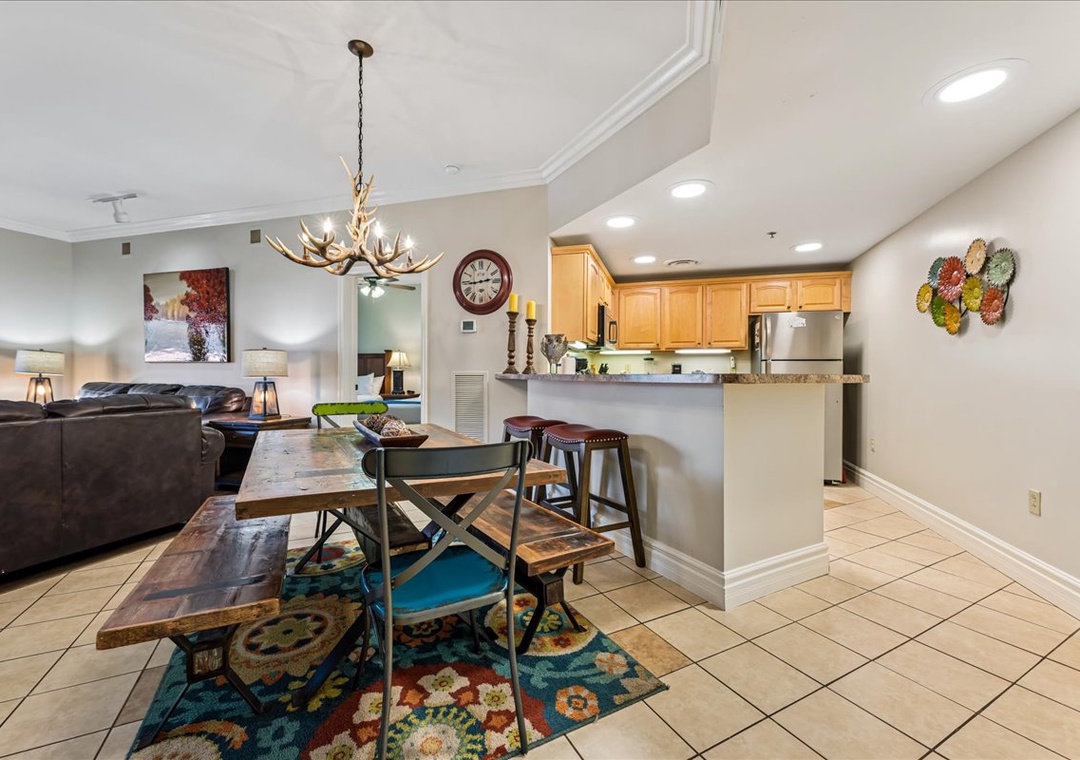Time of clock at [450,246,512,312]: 2:44
